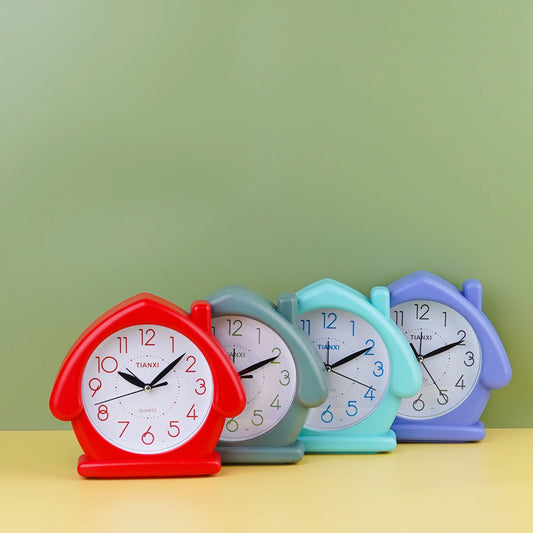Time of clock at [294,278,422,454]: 2:10
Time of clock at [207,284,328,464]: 2:10
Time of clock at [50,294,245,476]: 10:07
